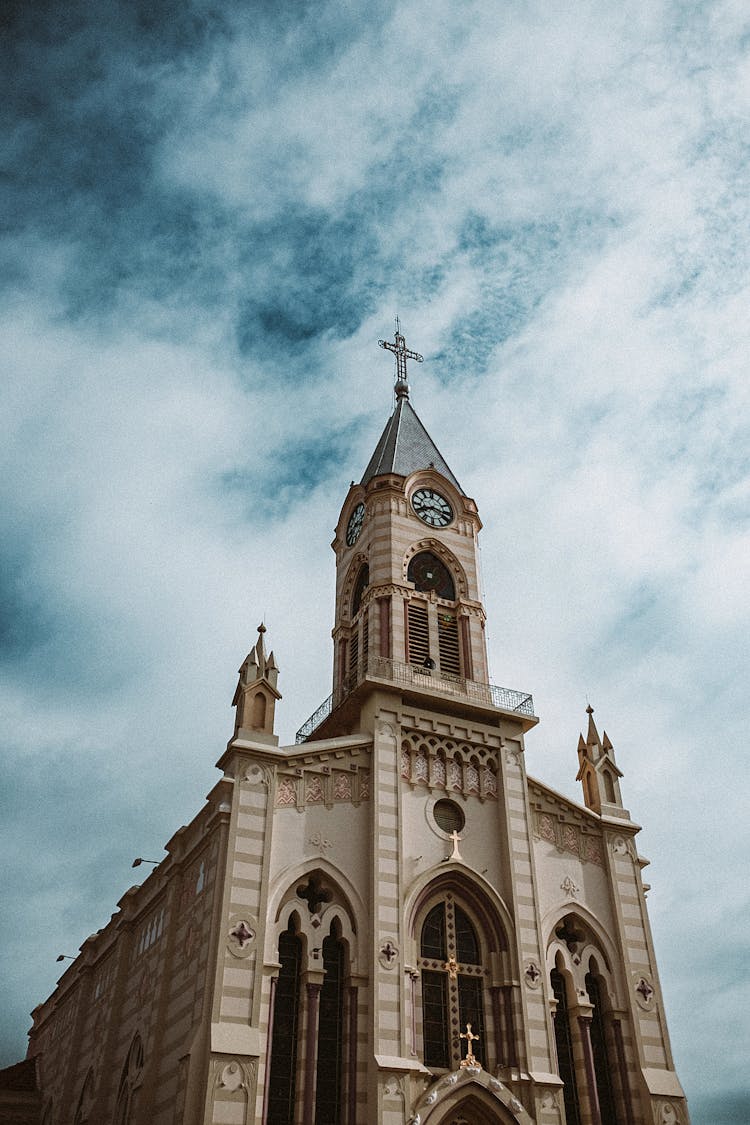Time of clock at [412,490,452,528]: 8:17
